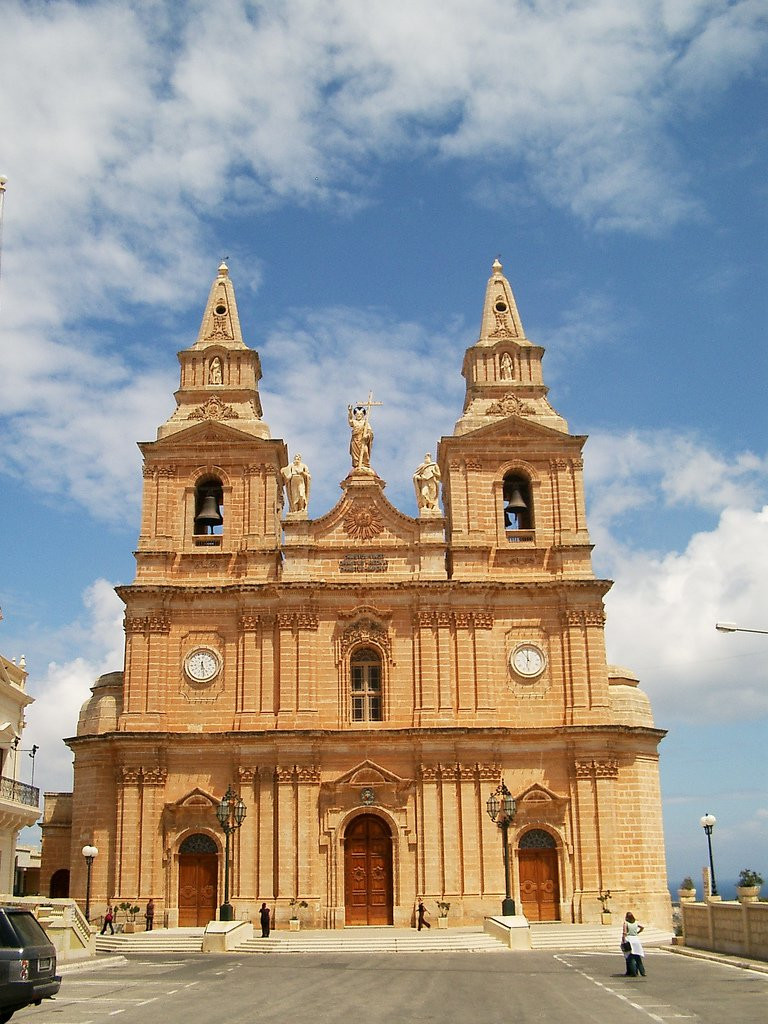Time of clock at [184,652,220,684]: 5:29
